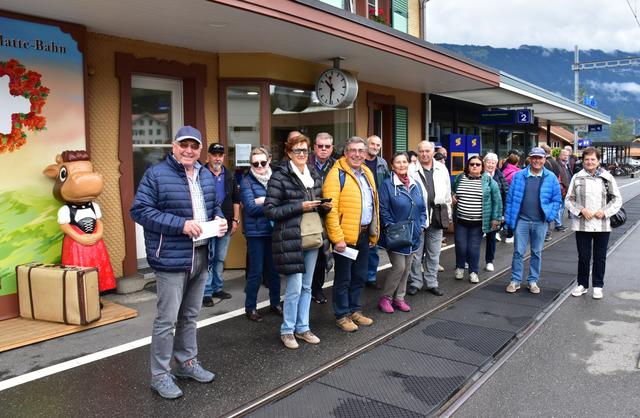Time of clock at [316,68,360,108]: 10:31
